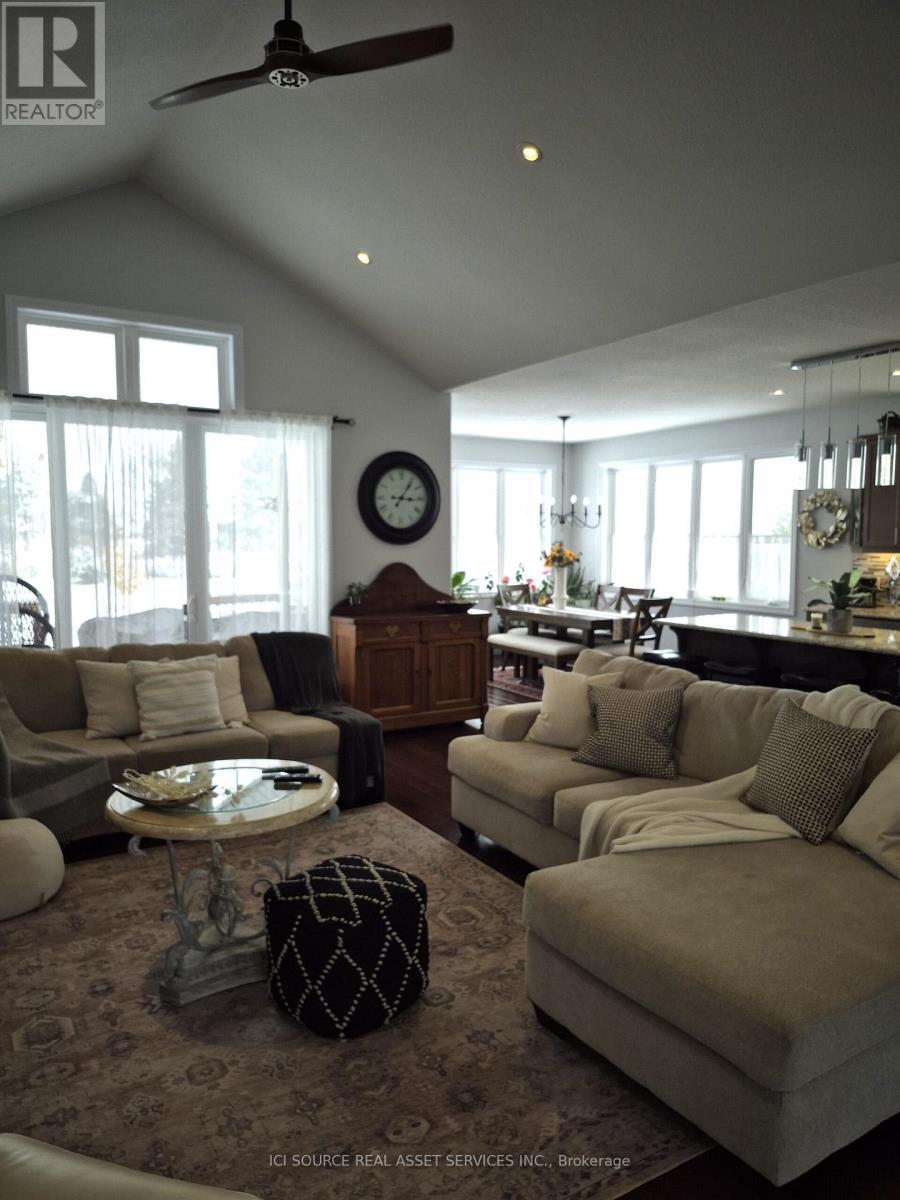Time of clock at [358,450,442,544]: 3:05
